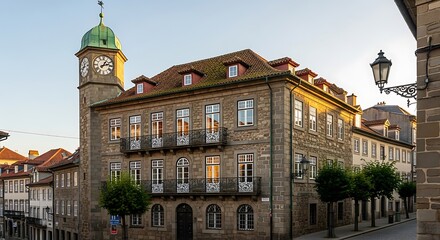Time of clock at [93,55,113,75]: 1:12
